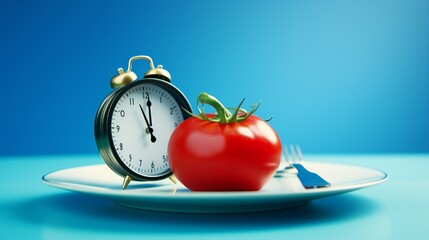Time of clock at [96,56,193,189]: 11:00
